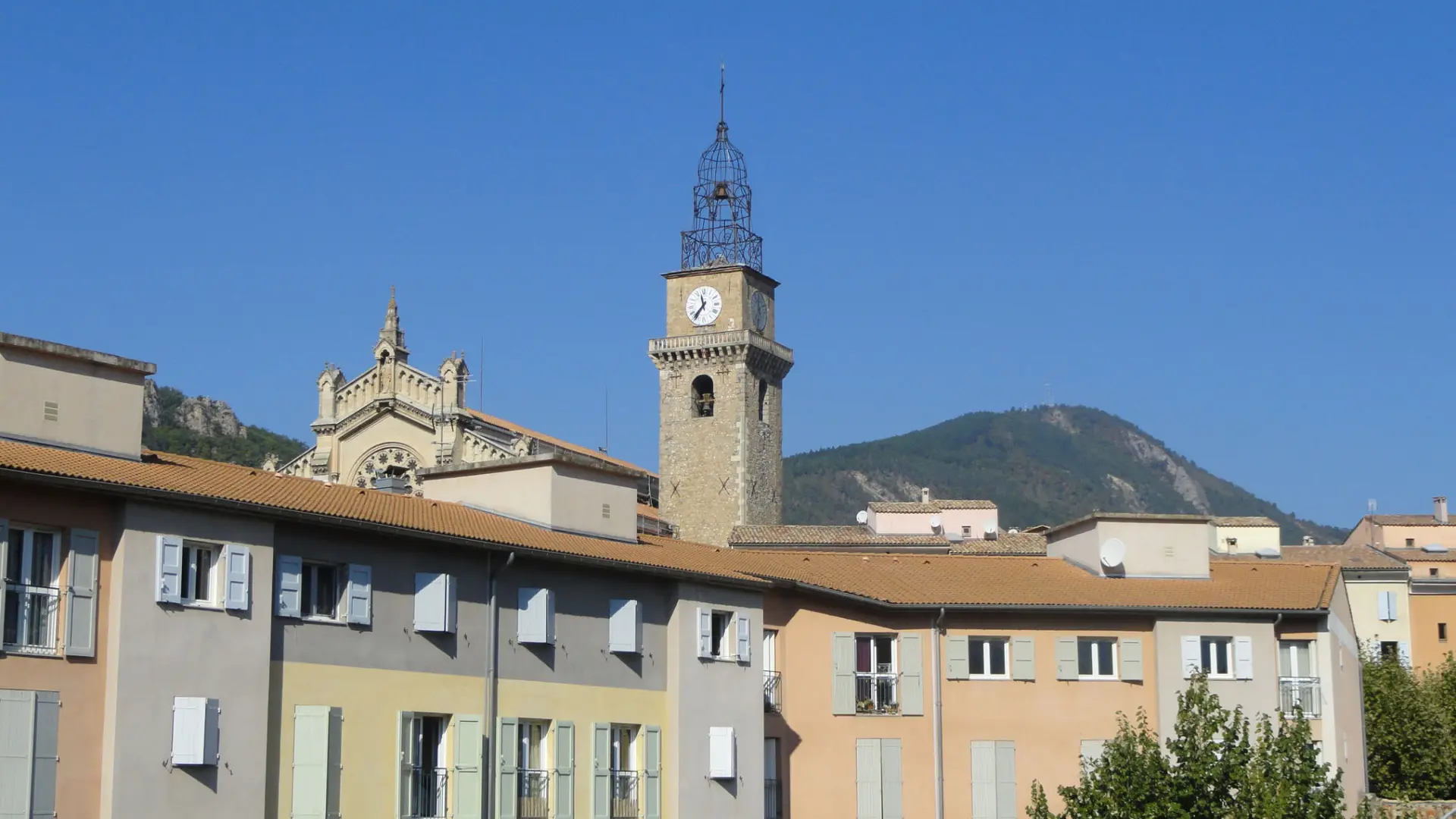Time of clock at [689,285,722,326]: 11:36
